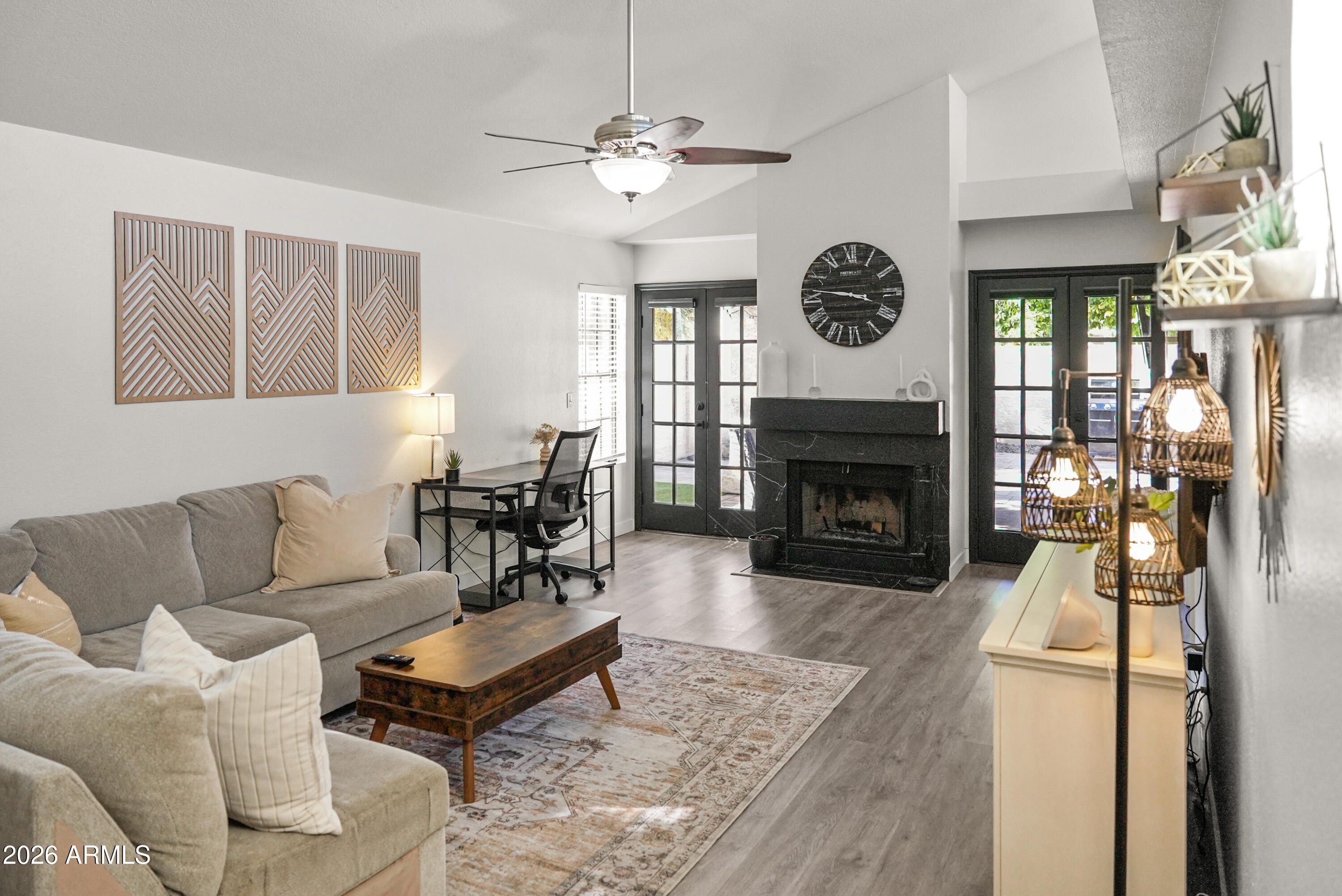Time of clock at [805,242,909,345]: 3:46
